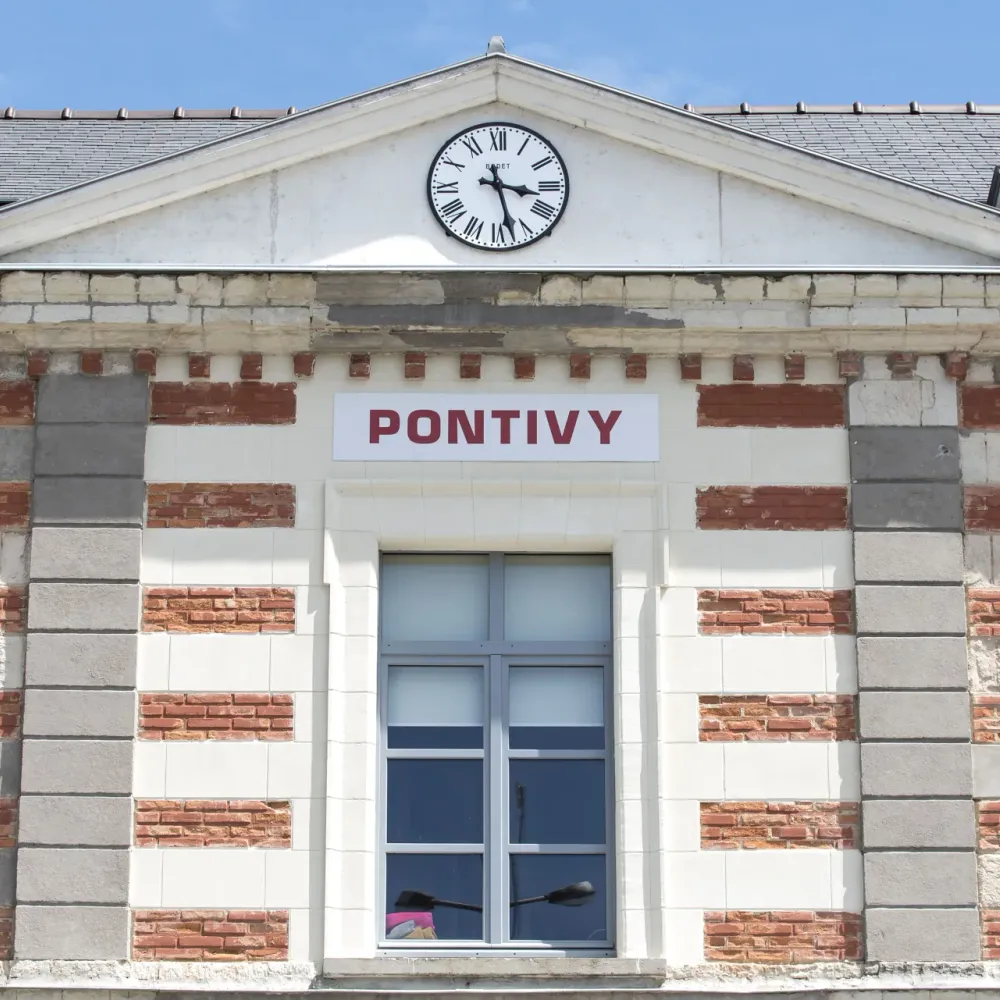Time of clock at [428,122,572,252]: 3:27
